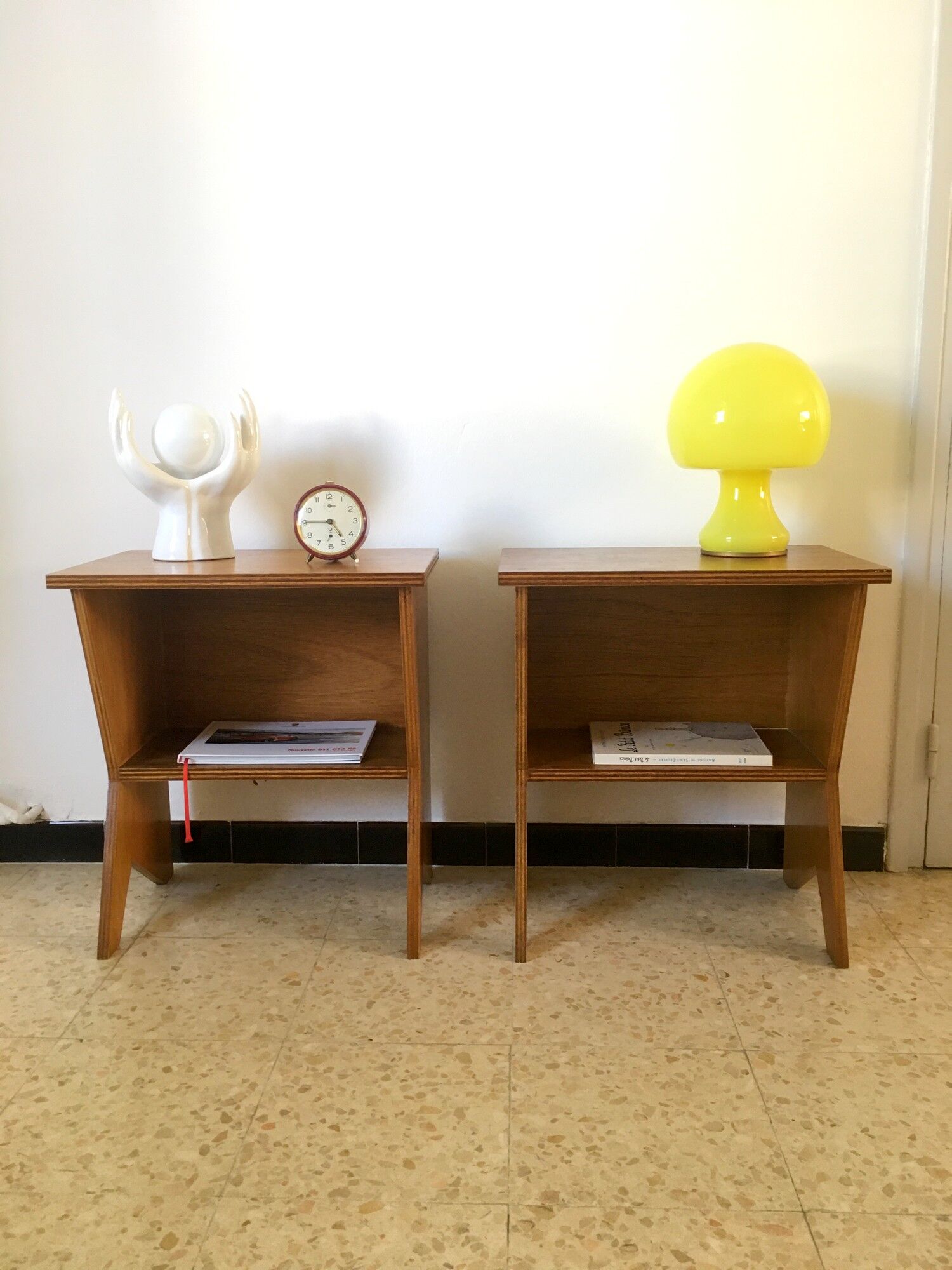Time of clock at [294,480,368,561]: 4:45
